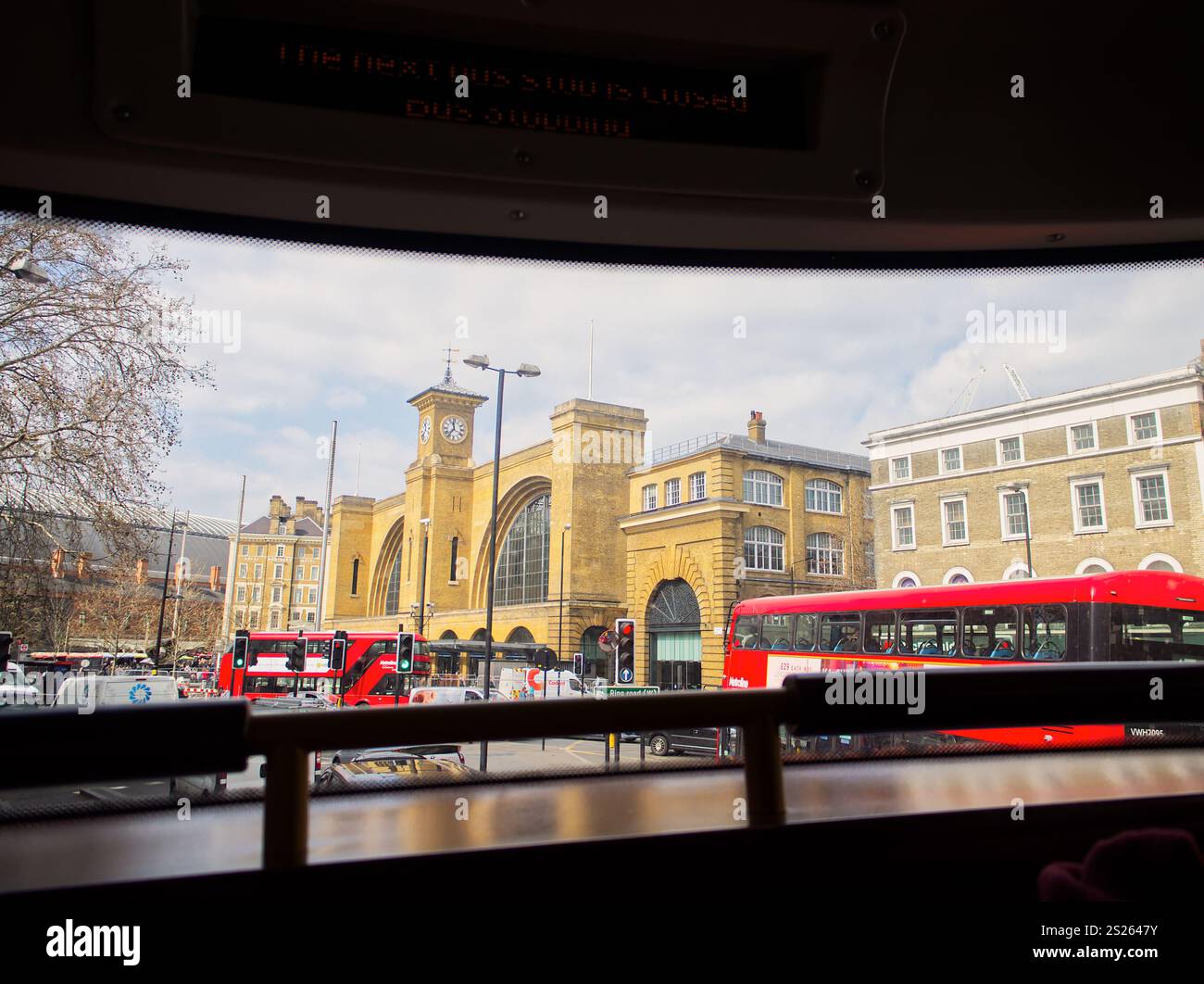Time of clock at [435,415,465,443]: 11:36
